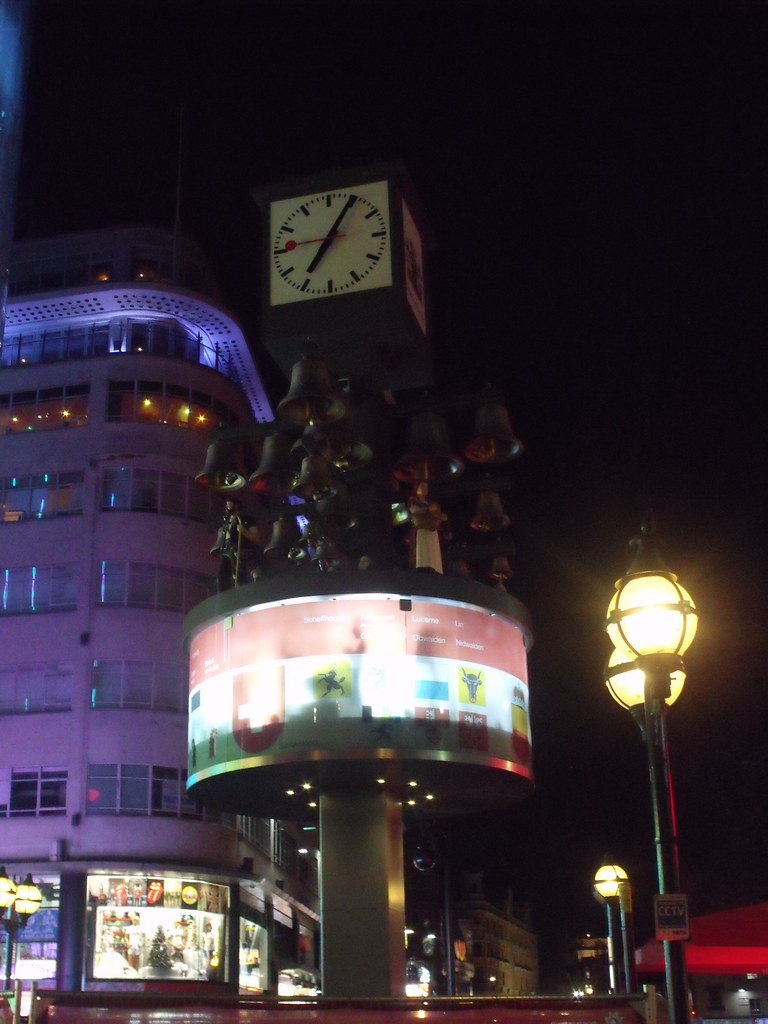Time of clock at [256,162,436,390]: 7:04
